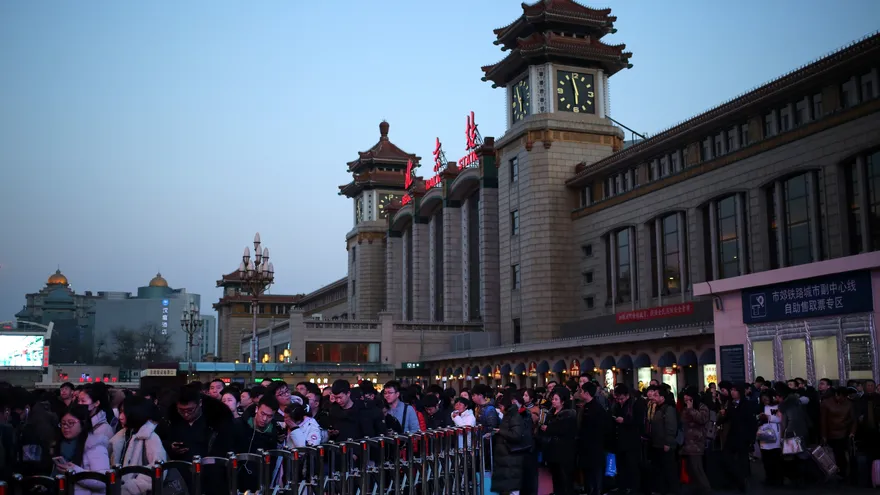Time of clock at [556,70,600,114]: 5:57
